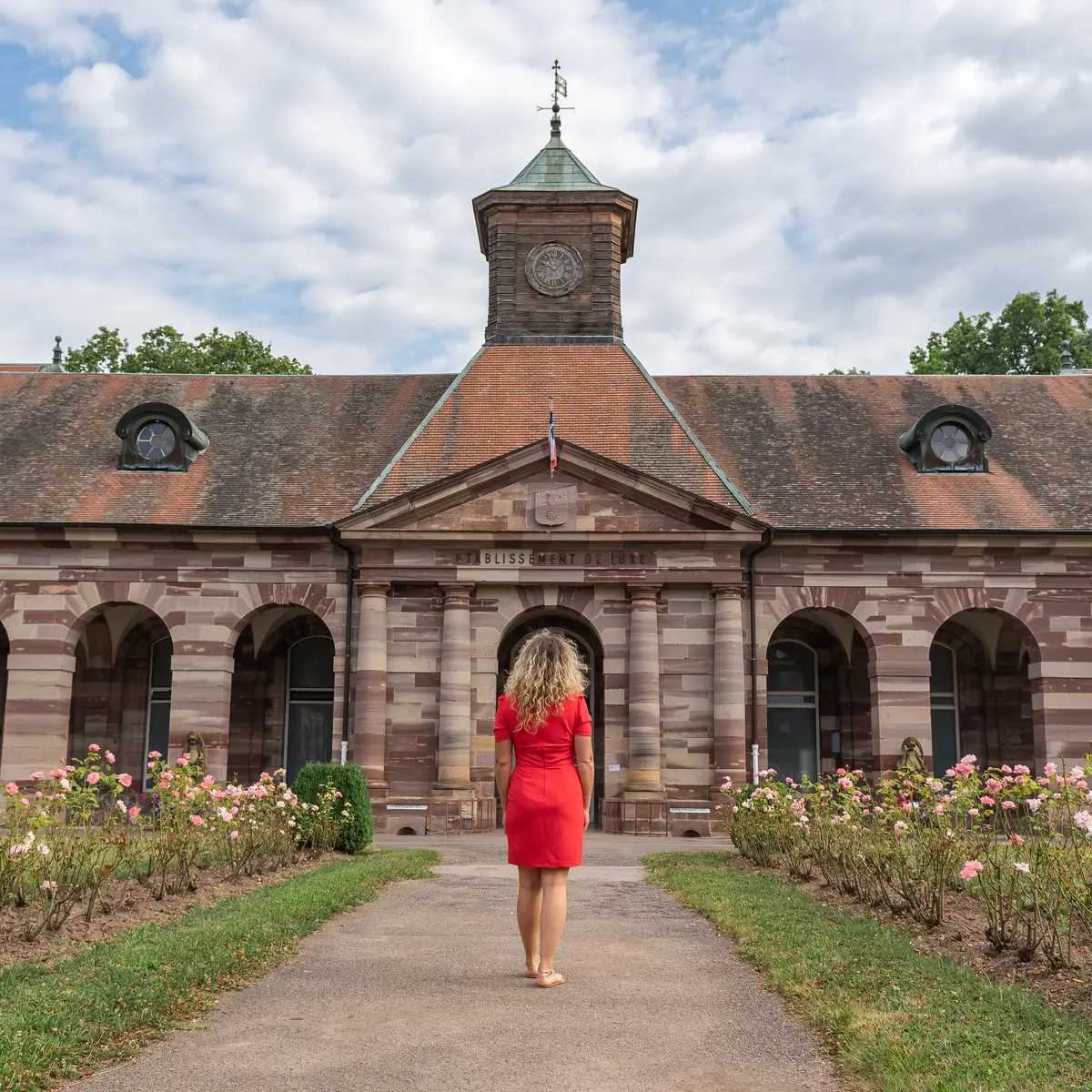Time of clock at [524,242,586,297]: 9:57
